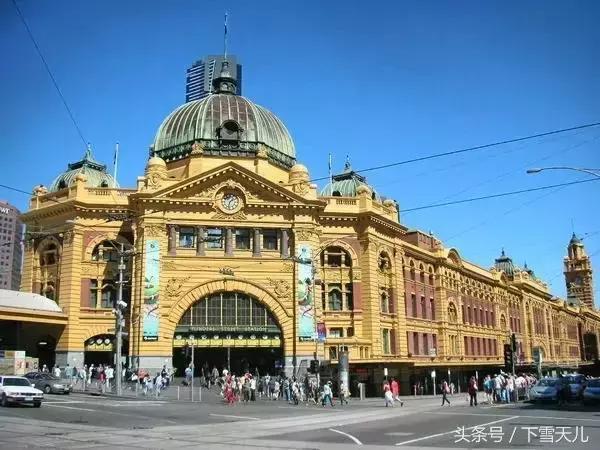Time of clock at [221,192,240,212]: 1:32
